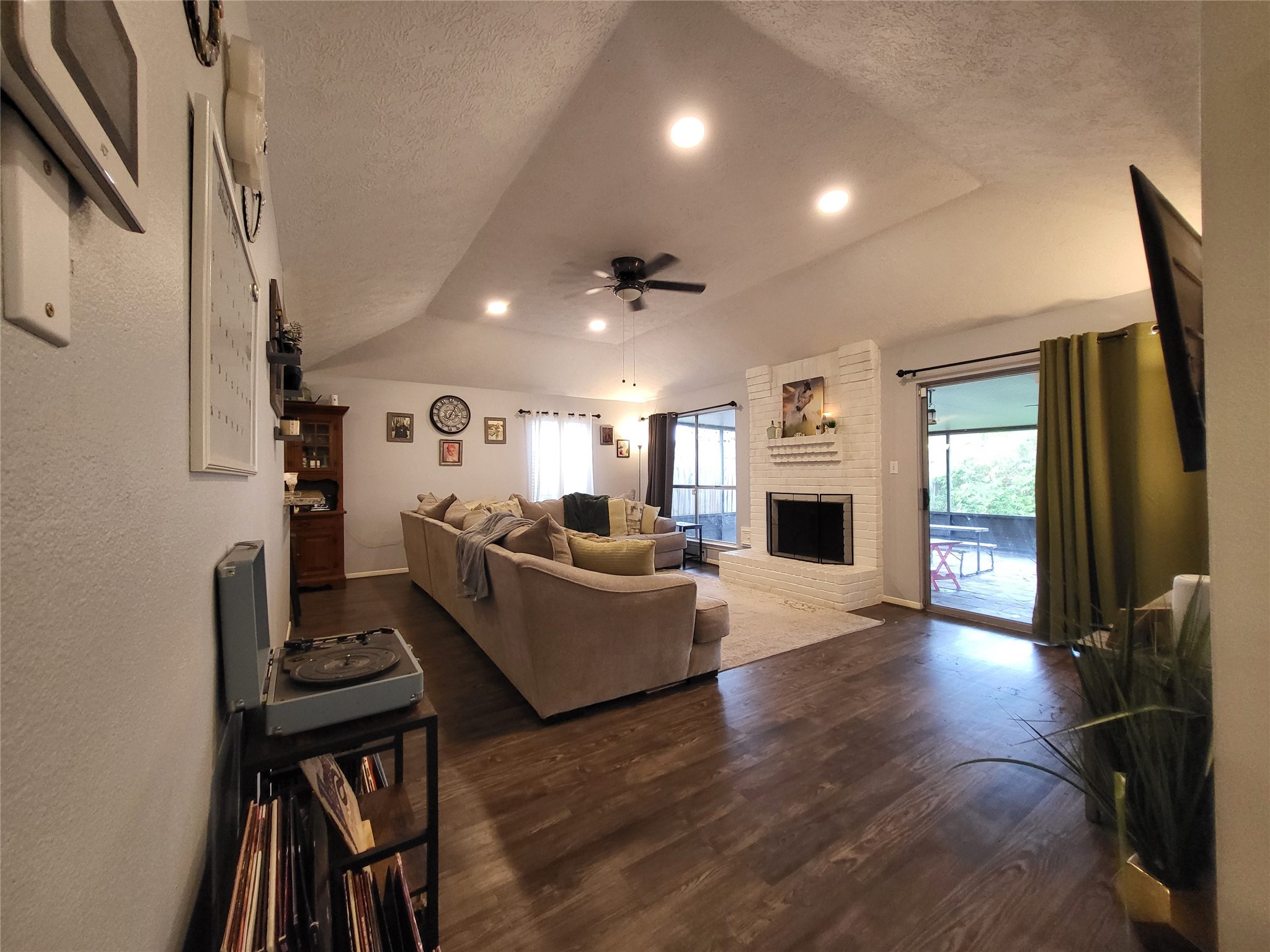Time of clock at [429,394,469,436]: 3:04
